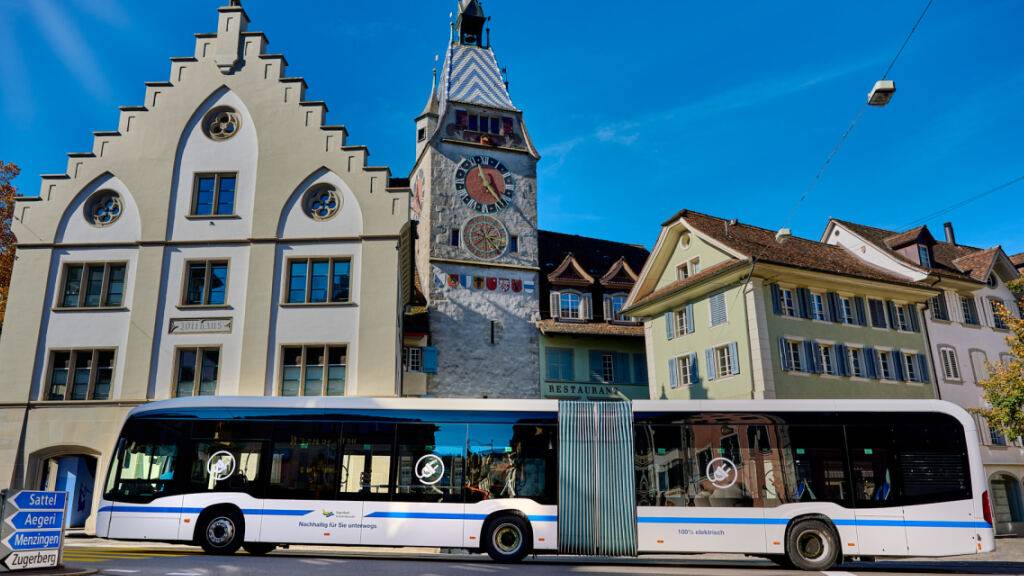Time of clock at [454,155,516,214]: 11:23
